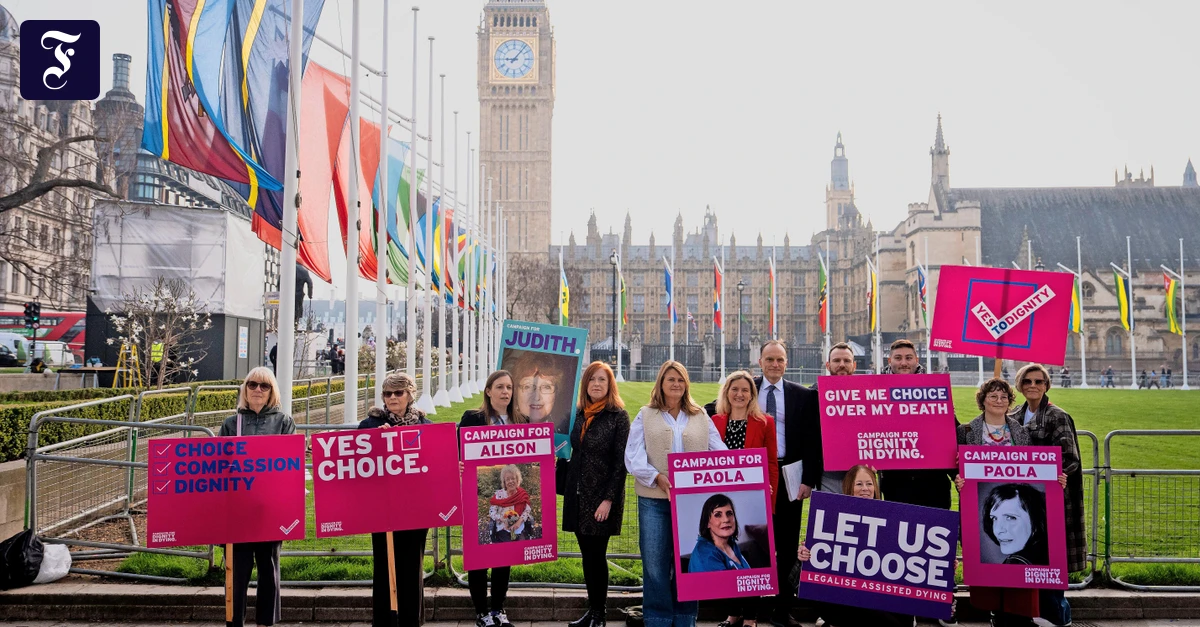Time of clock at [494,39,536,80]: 9:06
